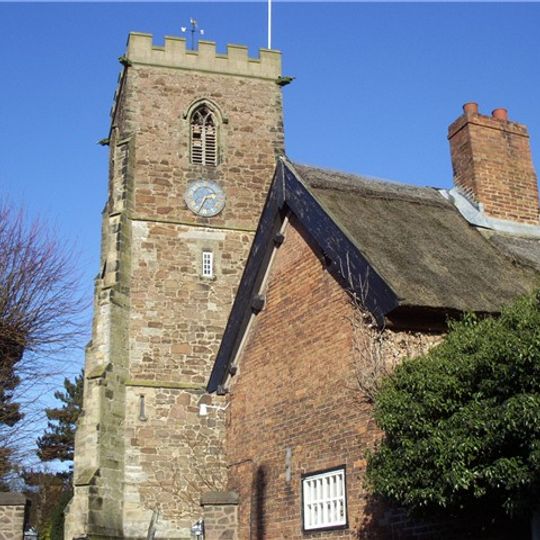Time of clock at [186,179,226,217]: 2:34
